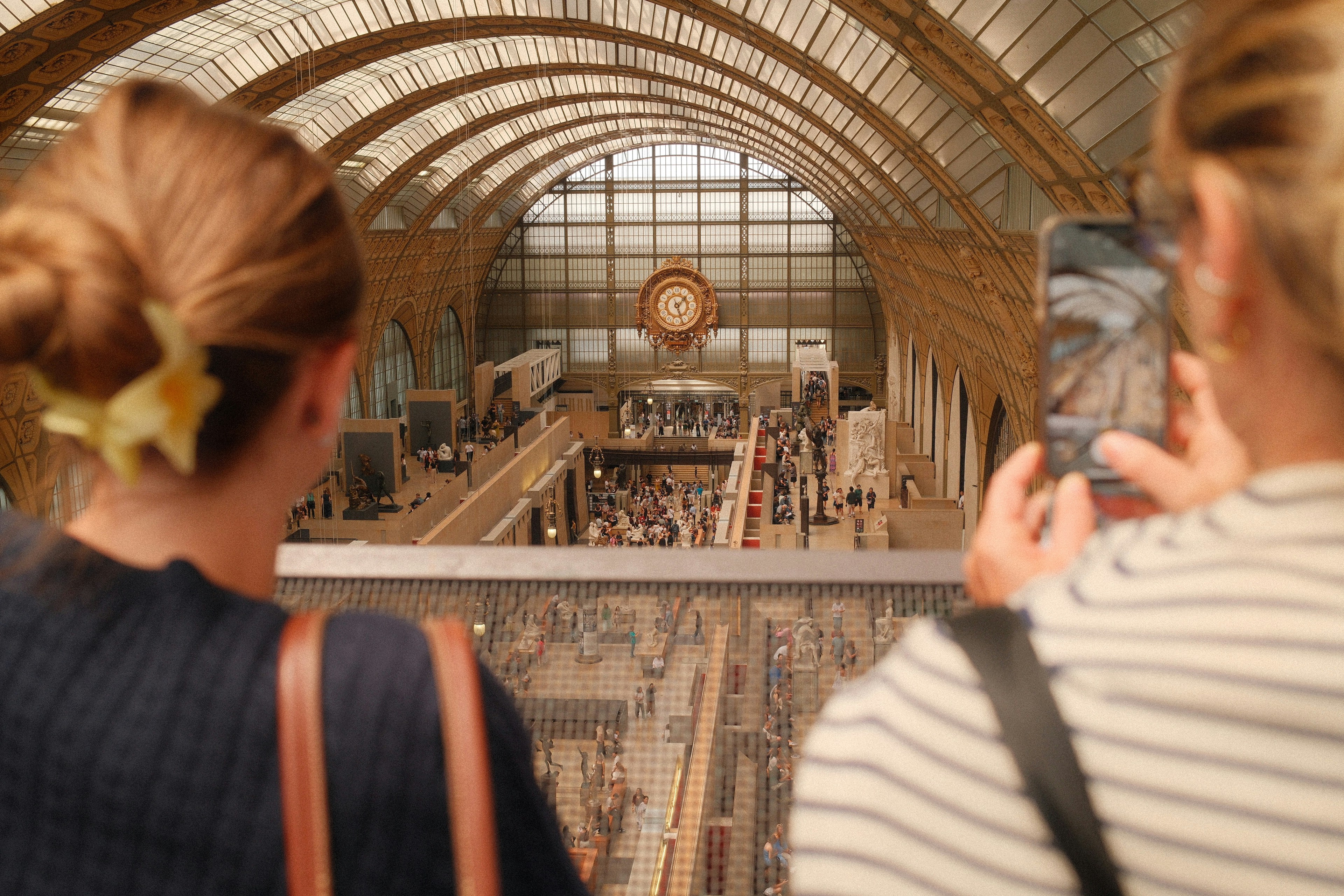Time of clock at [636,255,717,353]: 1:26
